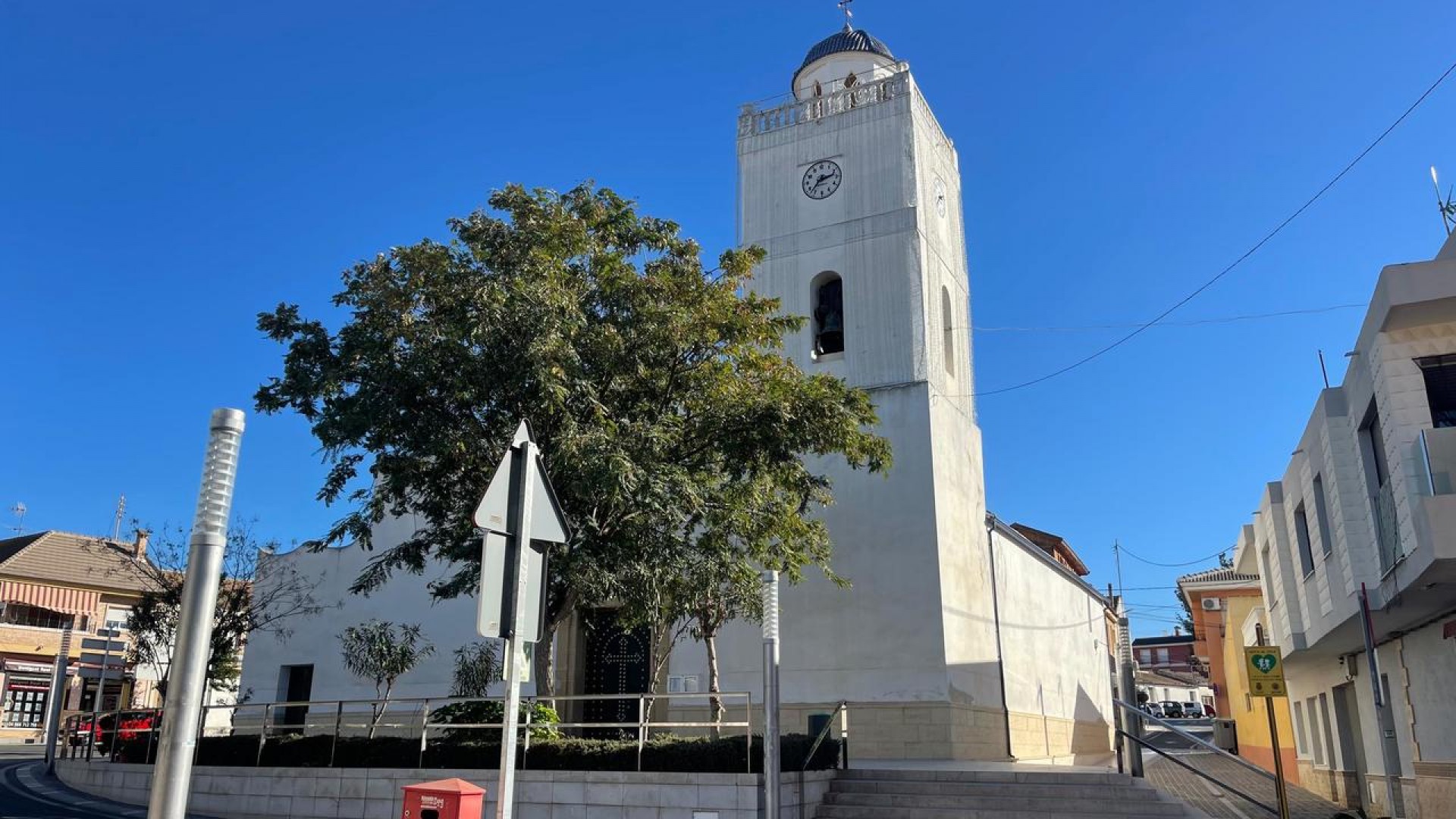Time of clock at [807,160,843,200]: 2:36
